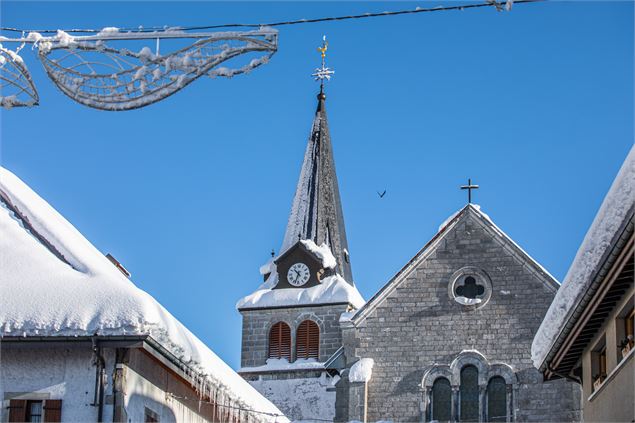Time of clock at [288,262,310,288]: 10:33
